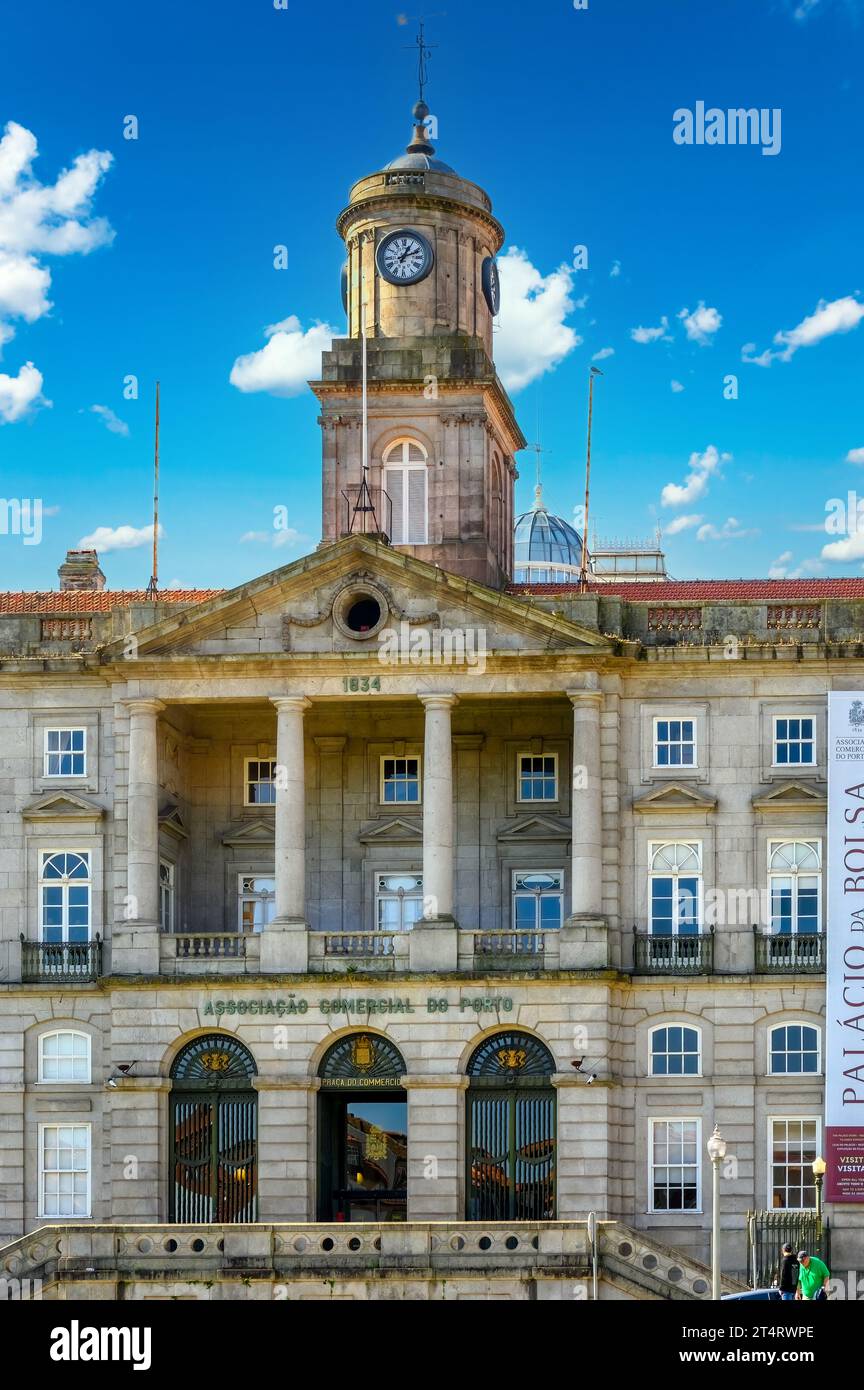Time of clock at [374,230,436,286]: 1:11
